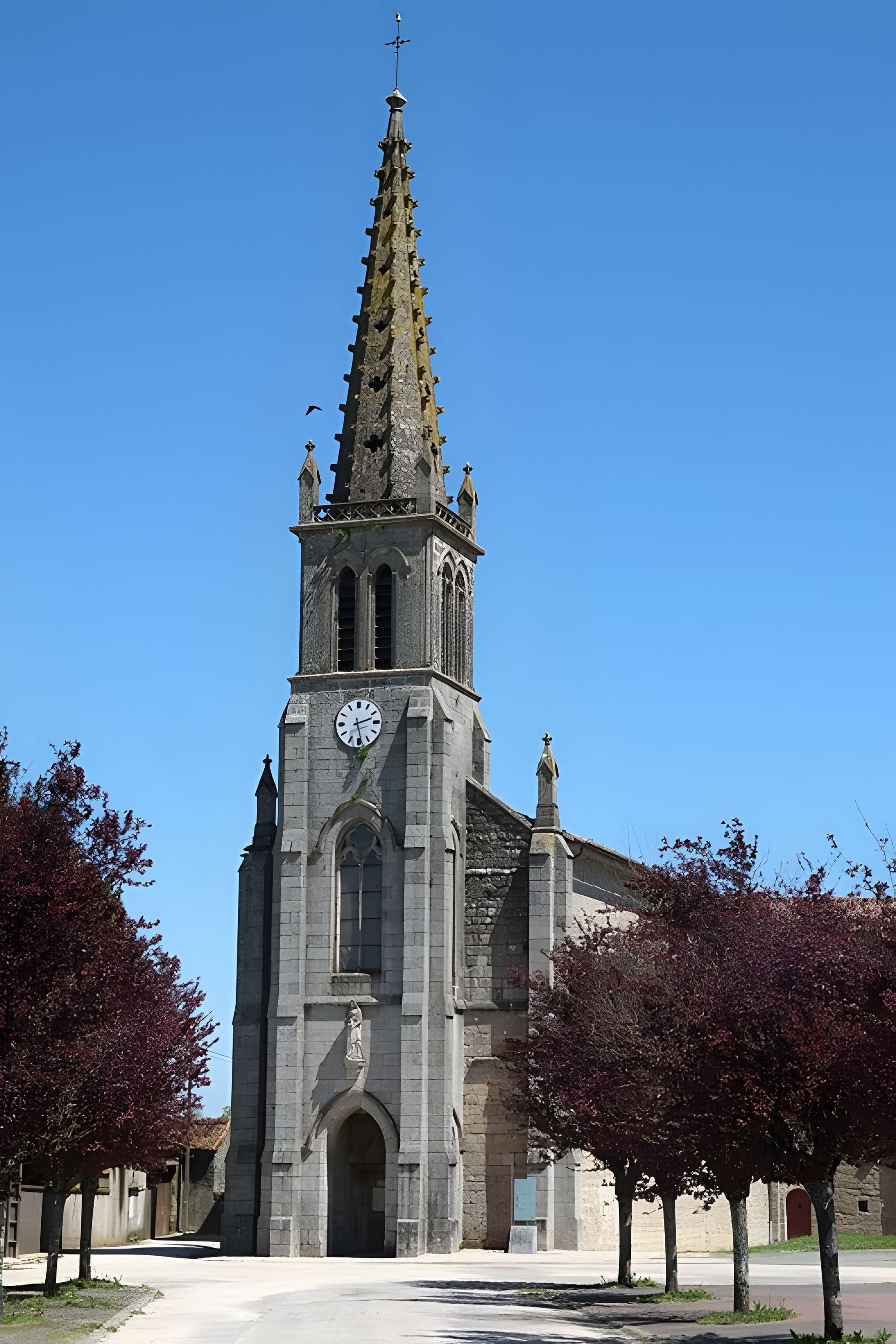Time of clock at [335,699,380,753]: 2:28
